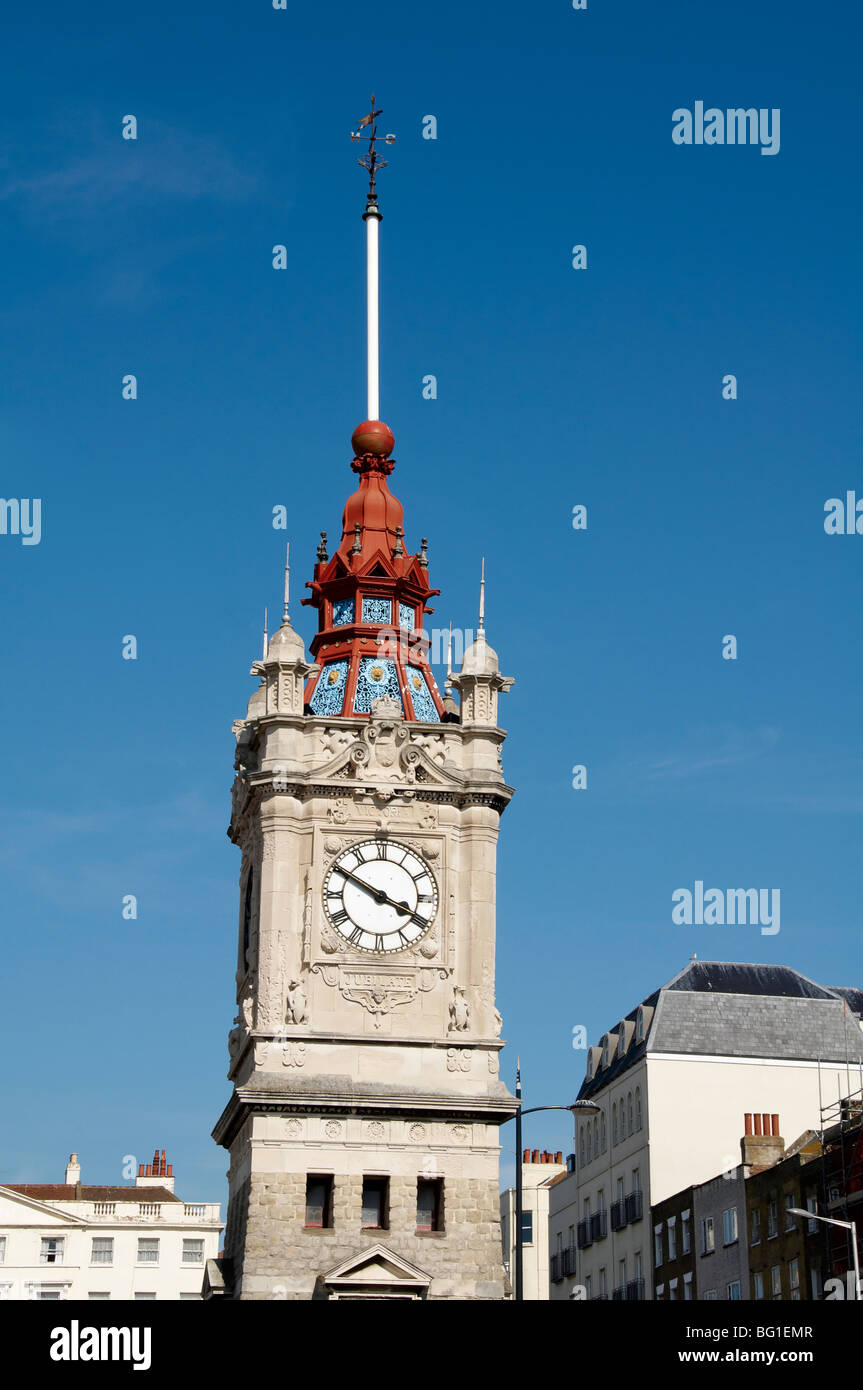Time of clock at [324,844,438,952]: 3:50
